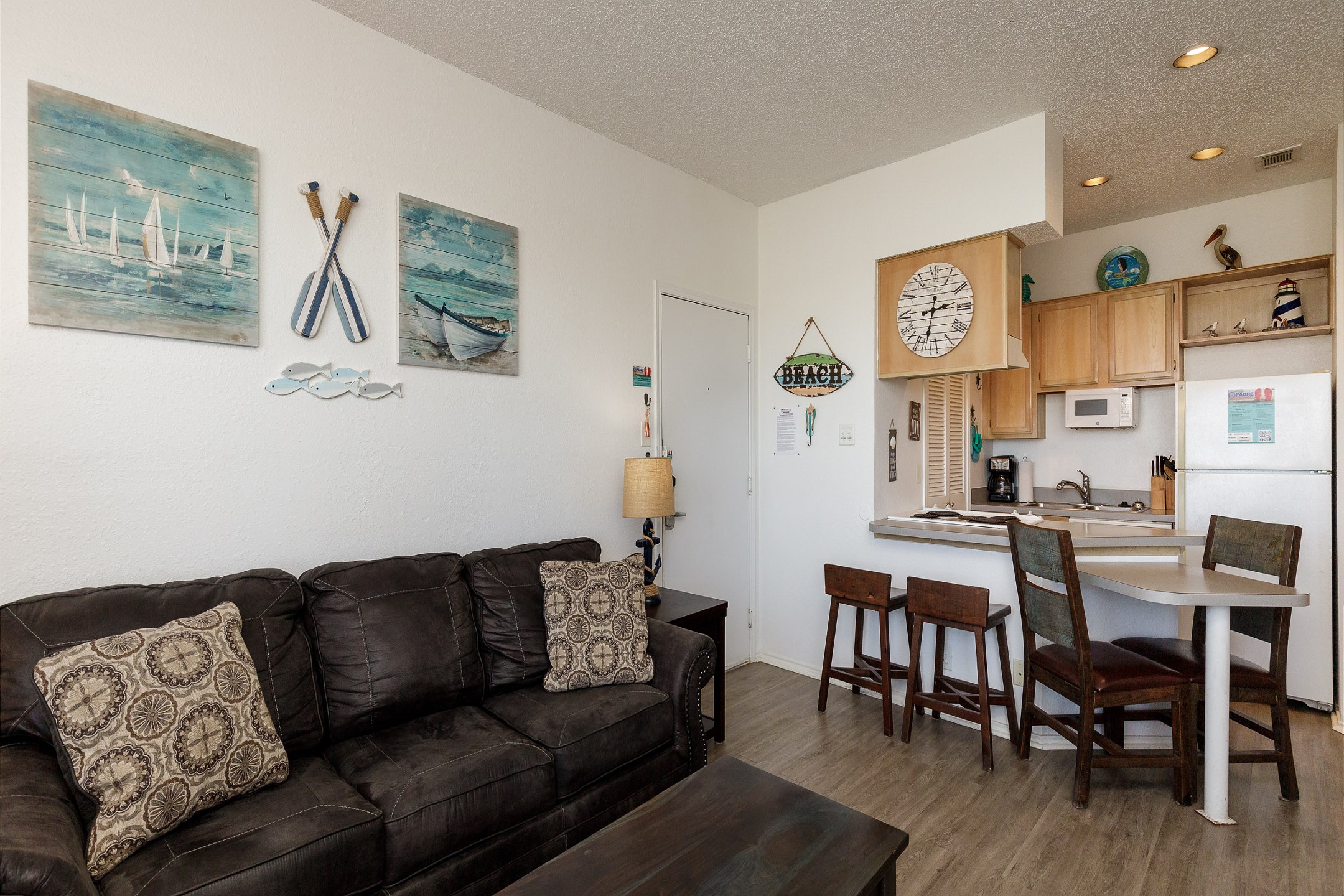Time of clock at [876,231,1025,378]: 2:32
